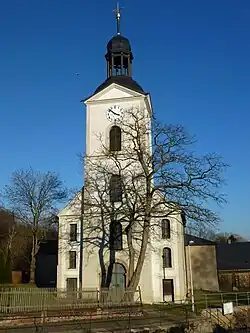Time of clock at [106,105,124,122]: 3:52
